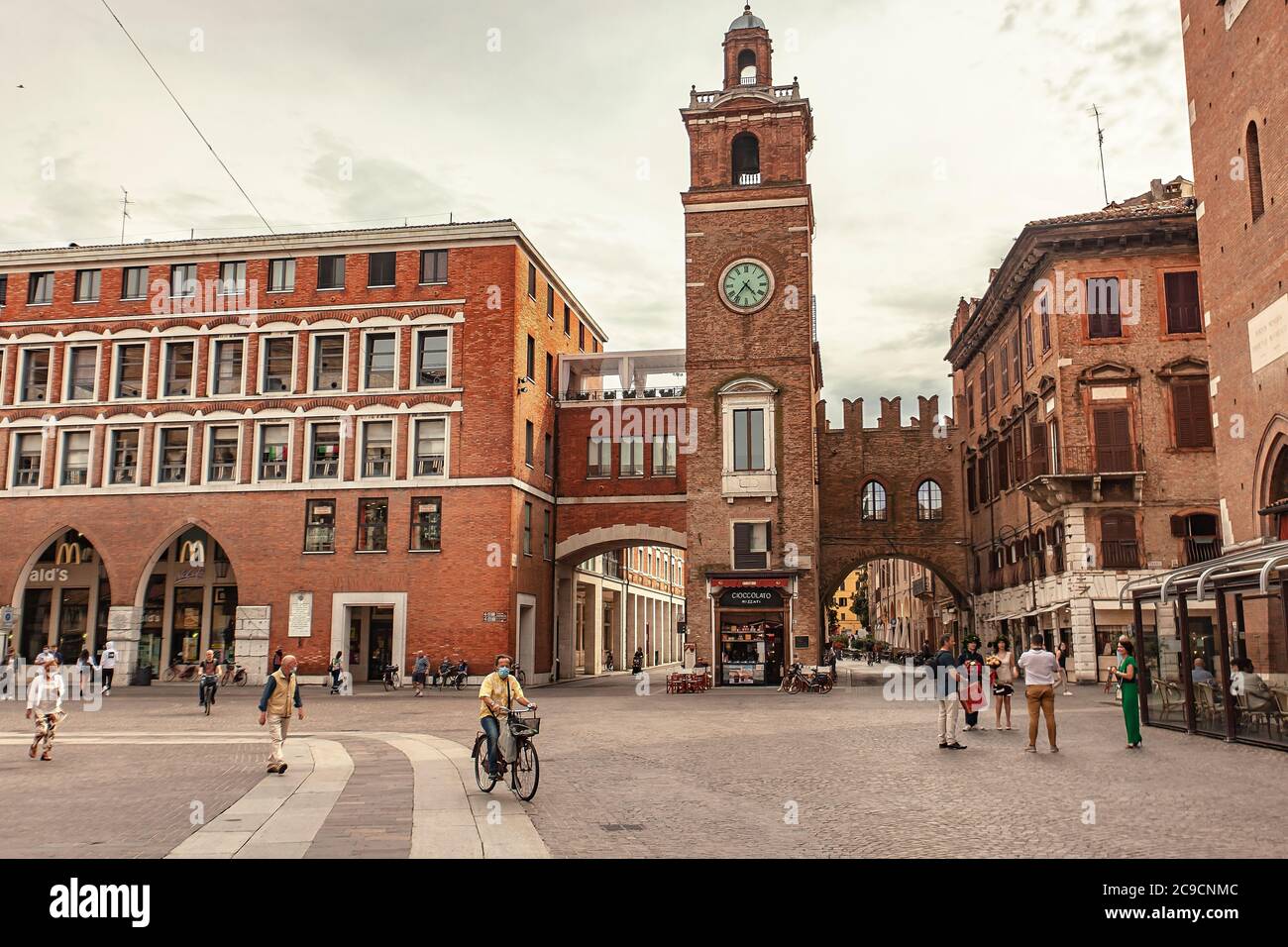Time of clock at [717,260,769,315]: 4:36
